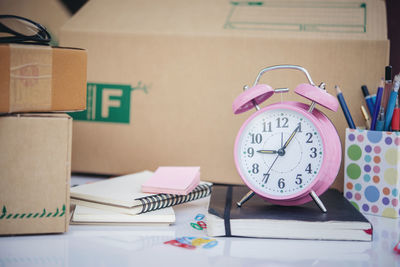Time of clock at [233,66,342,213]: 9:05
